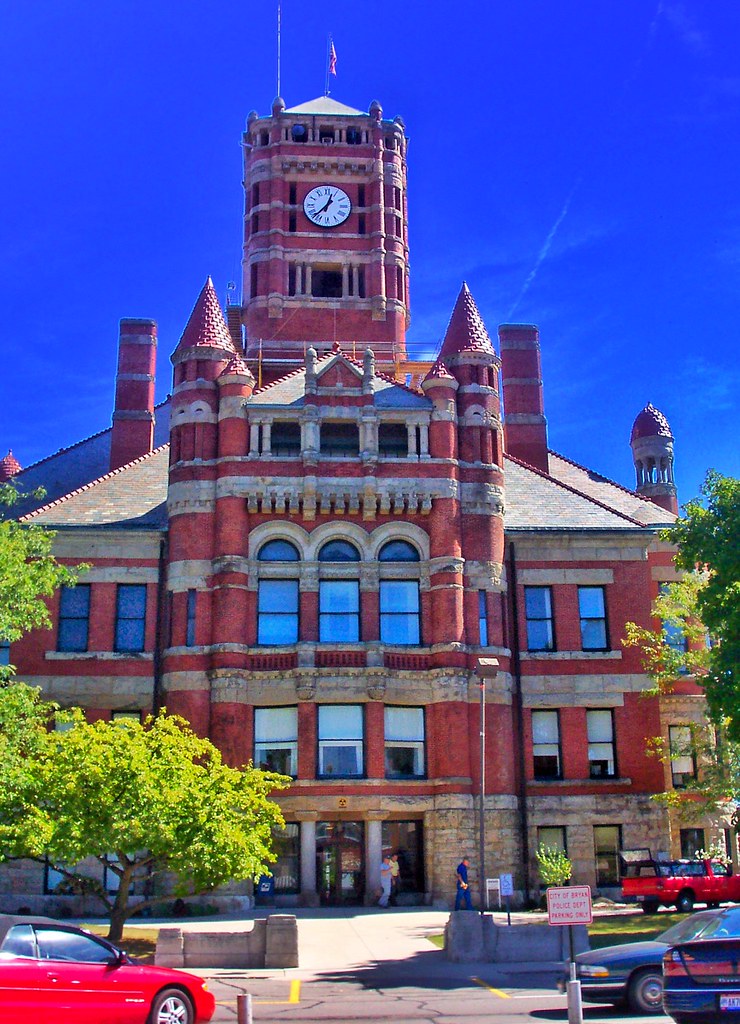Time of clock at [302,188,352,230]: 12:37
